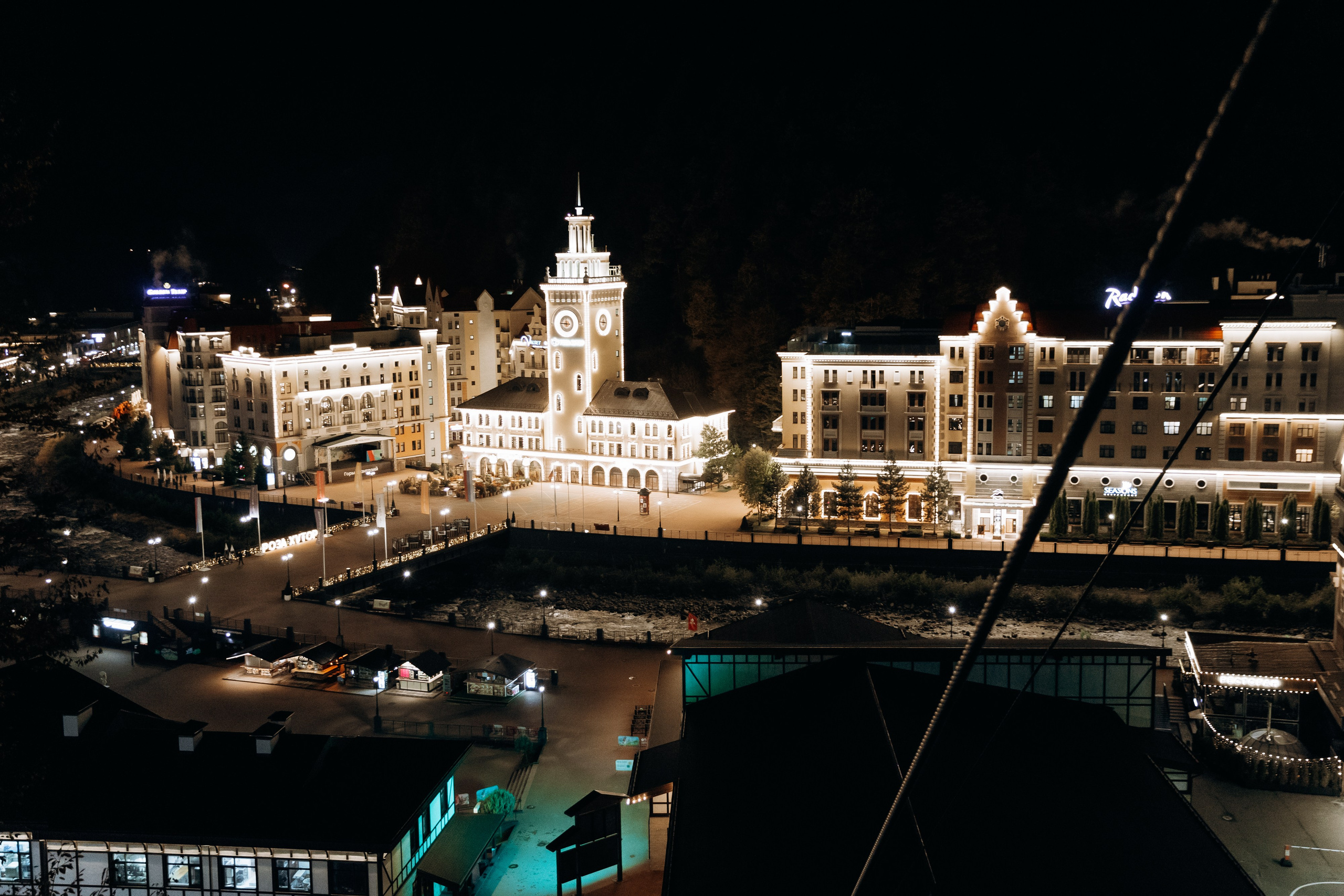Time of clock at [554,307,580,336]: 11:45
